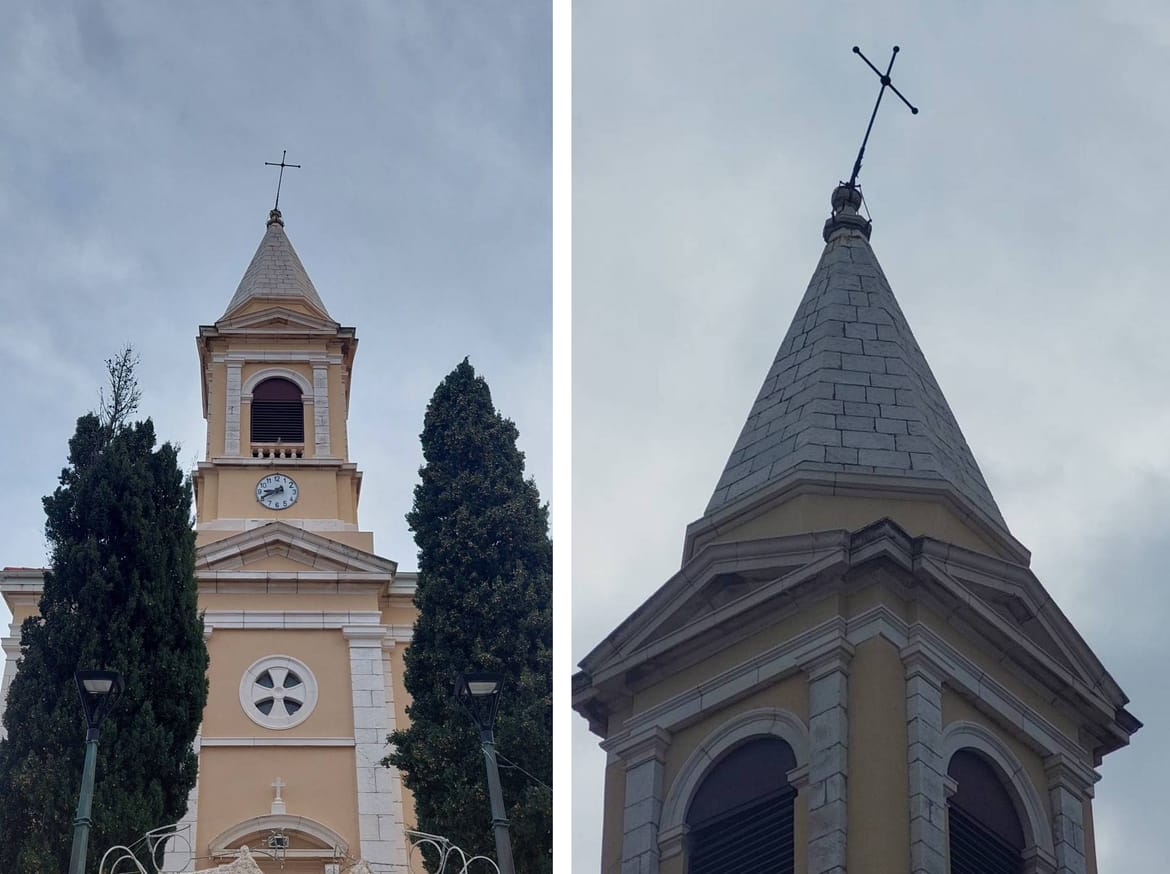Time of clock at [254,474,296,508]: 8:40
